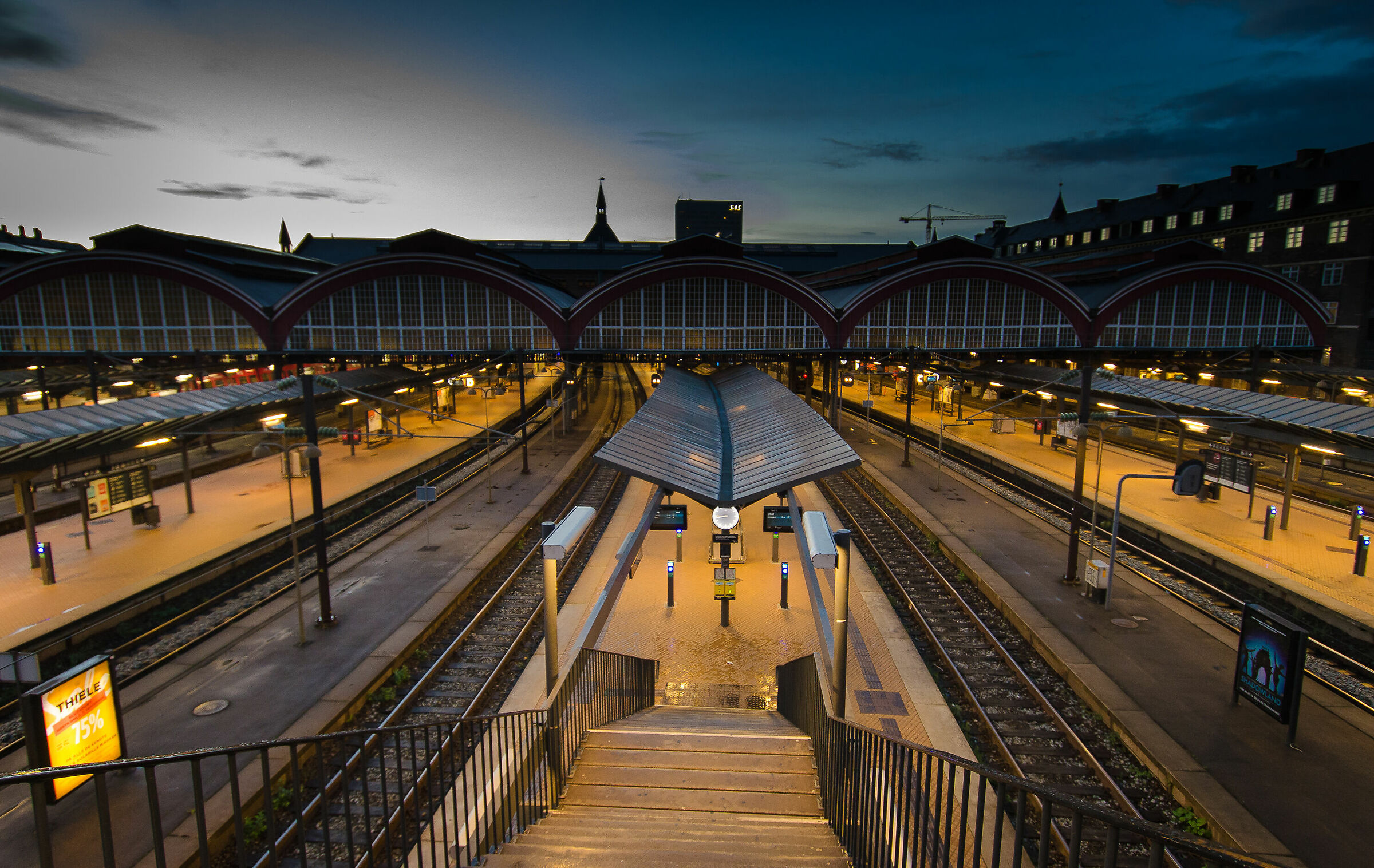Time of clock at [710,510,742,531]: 8:43
